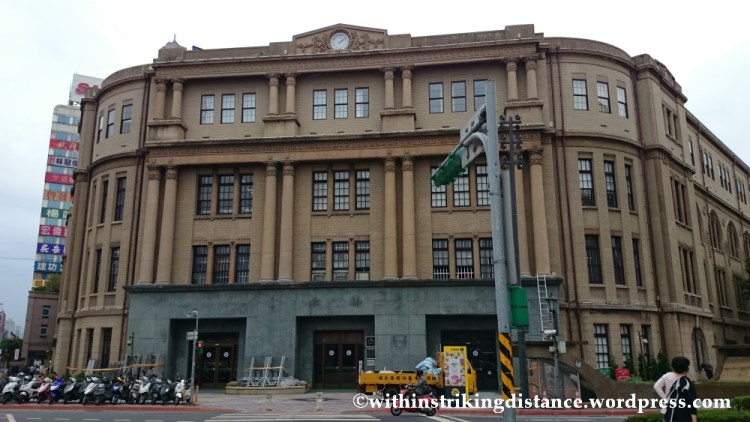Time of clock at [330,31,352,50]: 2:09
